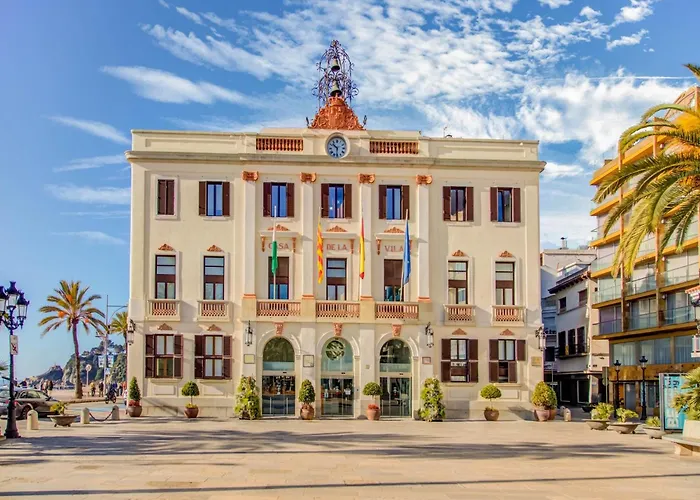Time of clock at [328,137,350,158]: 10:31
